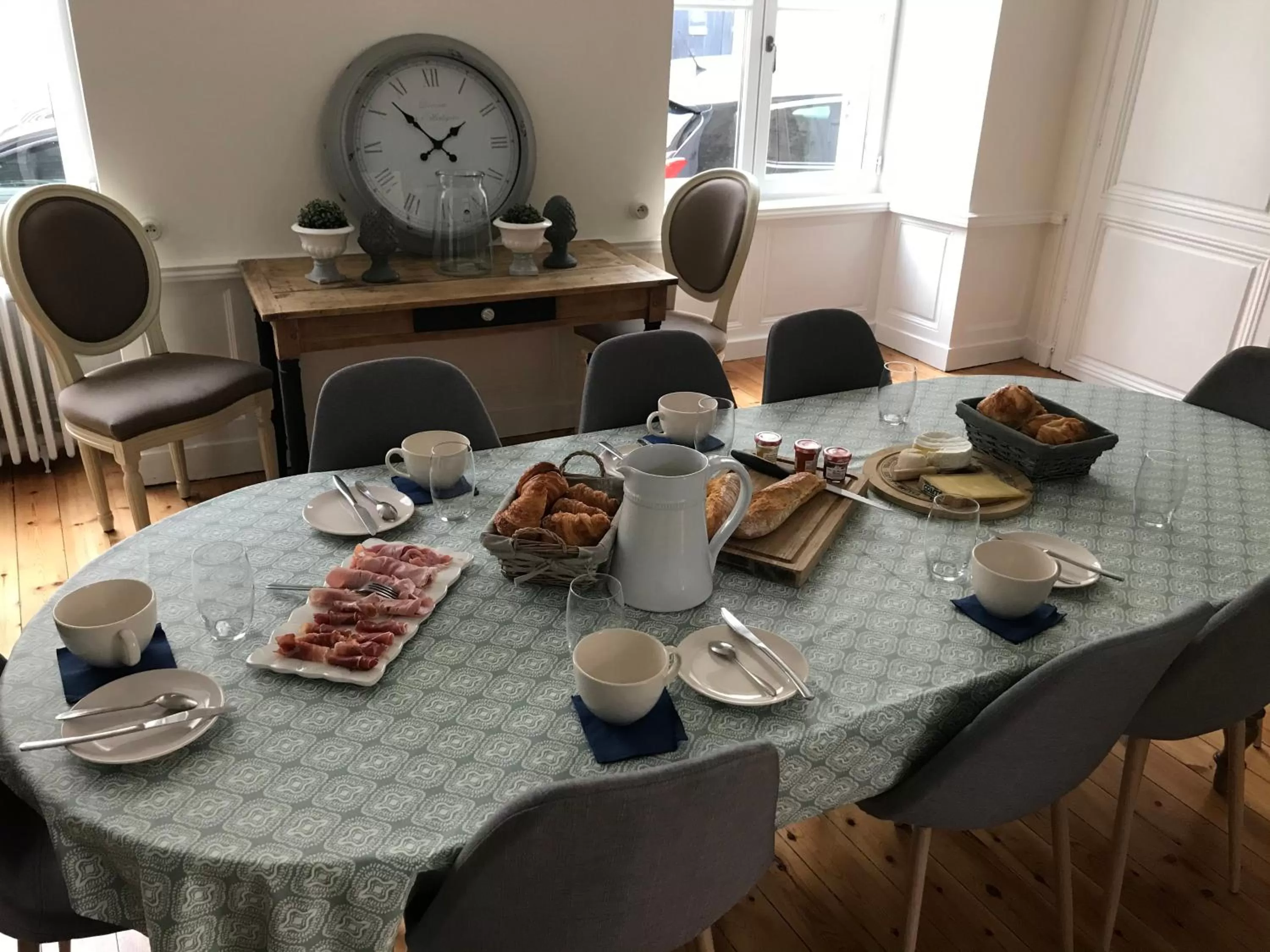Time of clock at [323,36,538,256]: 1:52
